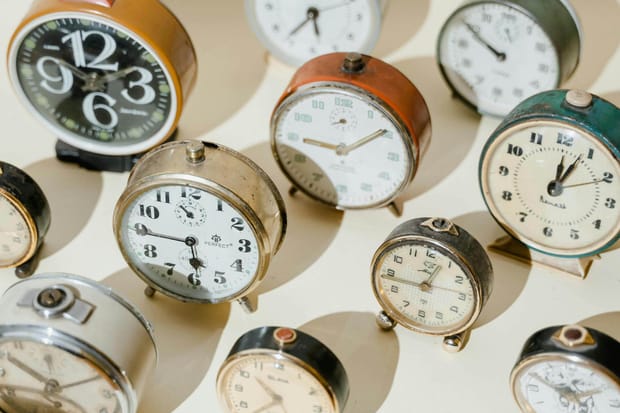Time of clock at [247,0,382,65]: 5:36
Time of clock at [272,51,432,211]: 9:09
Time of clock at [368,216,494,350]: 12:43
